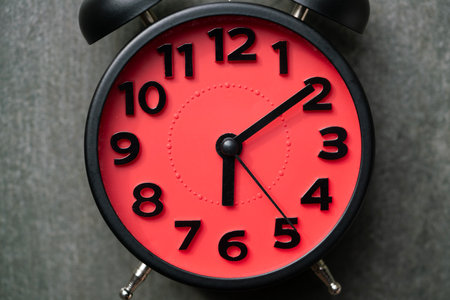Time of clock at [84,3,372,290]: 6:09
